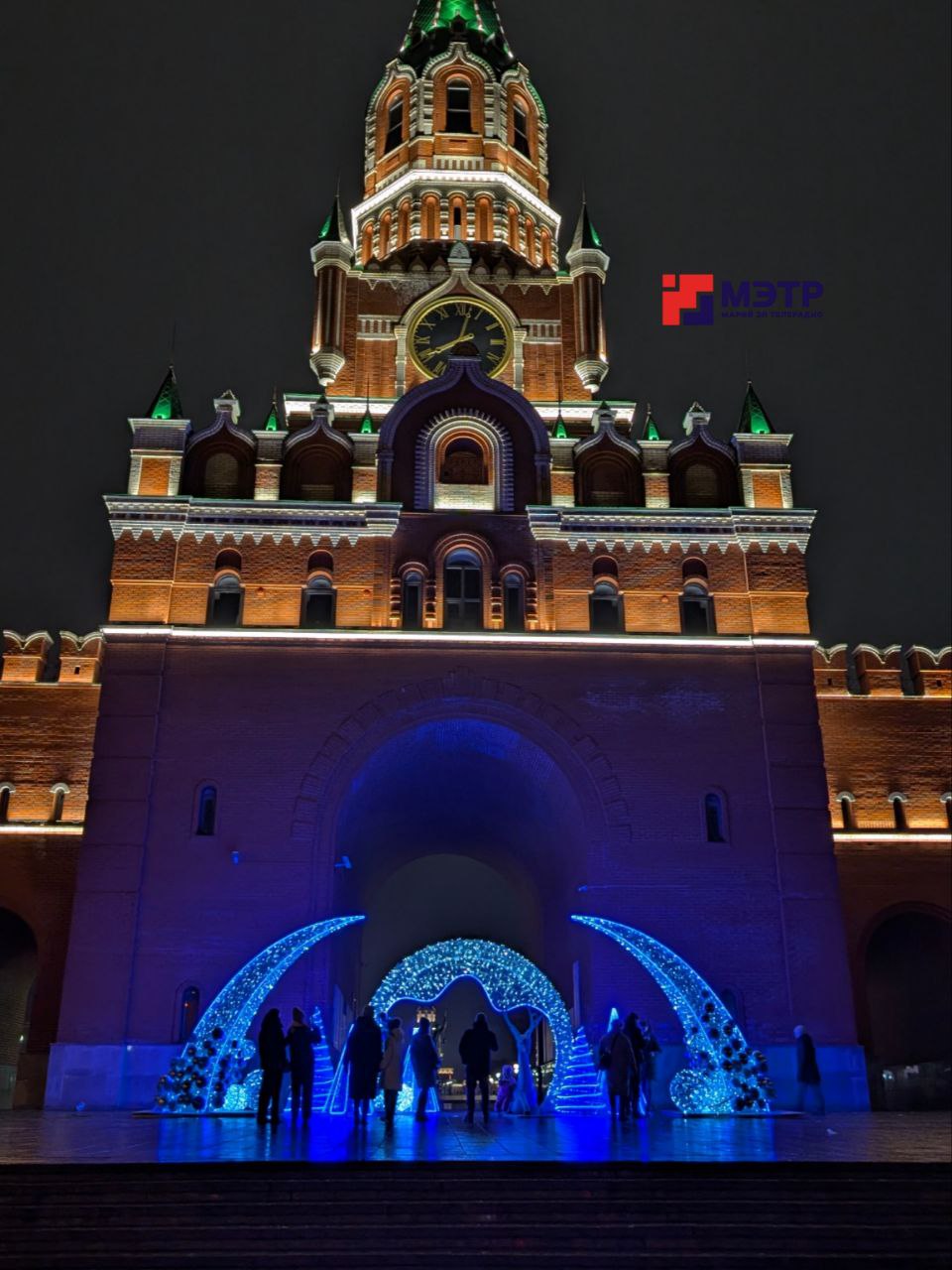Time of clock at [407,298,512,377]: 8:02
